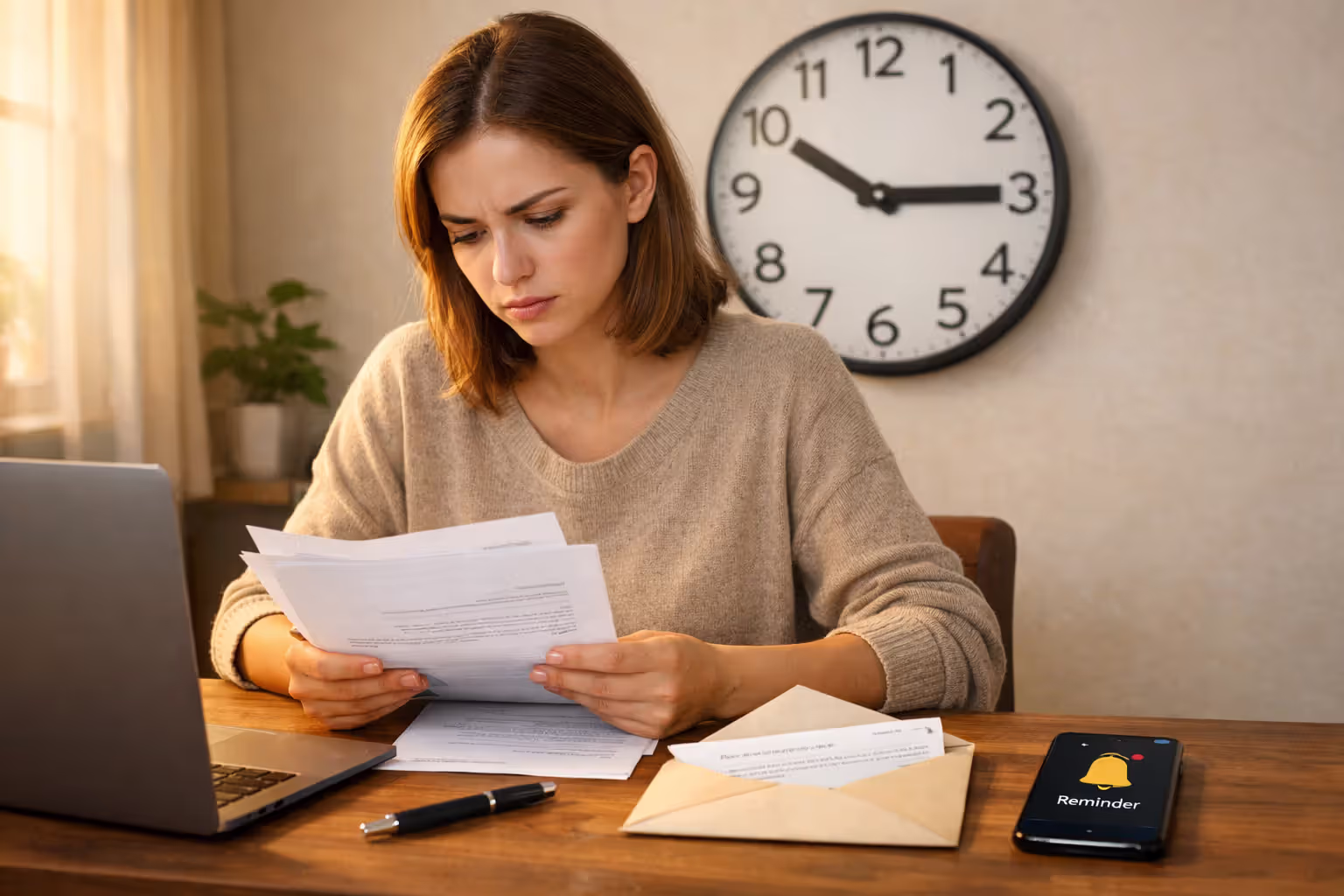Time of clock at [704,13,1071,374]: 10:14
